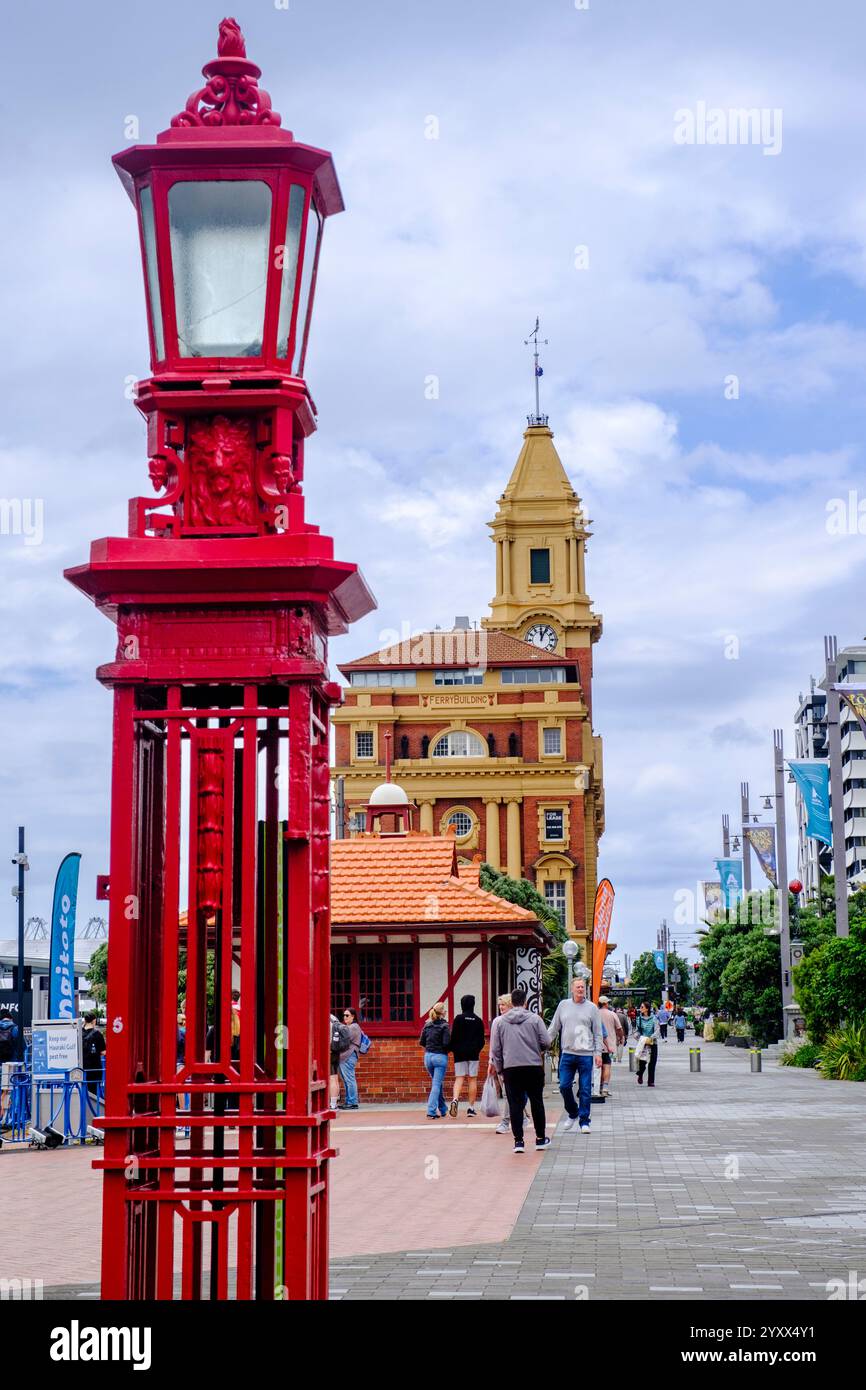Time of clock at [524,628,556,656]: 12:04
